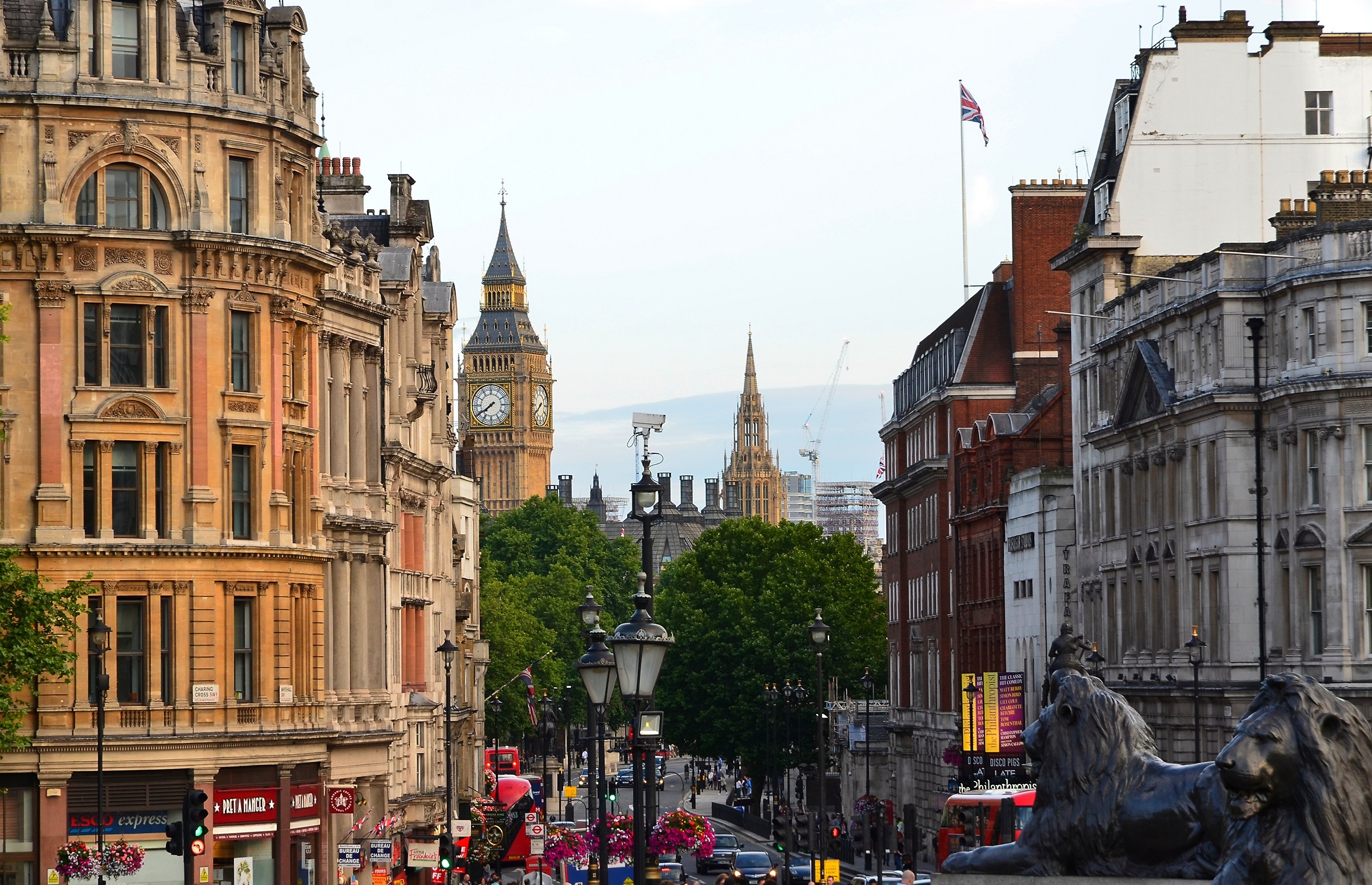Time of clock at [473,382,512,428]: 7:39
